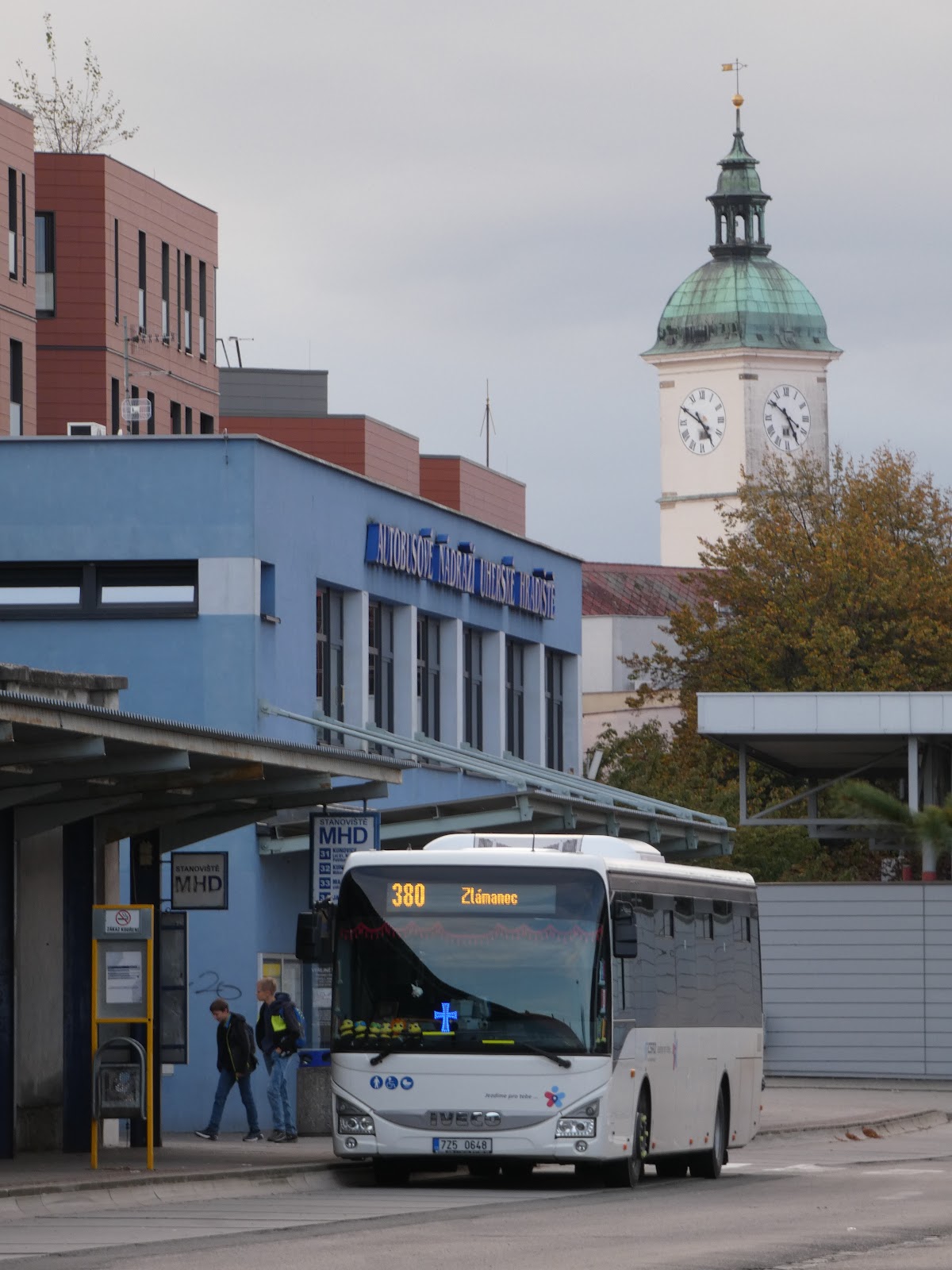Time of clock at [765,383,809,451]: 4:50
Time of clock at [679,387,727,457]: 4:49
